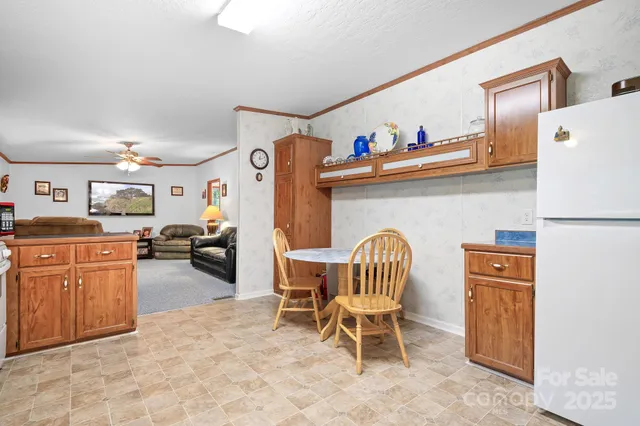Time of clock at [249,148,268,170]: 12:11
